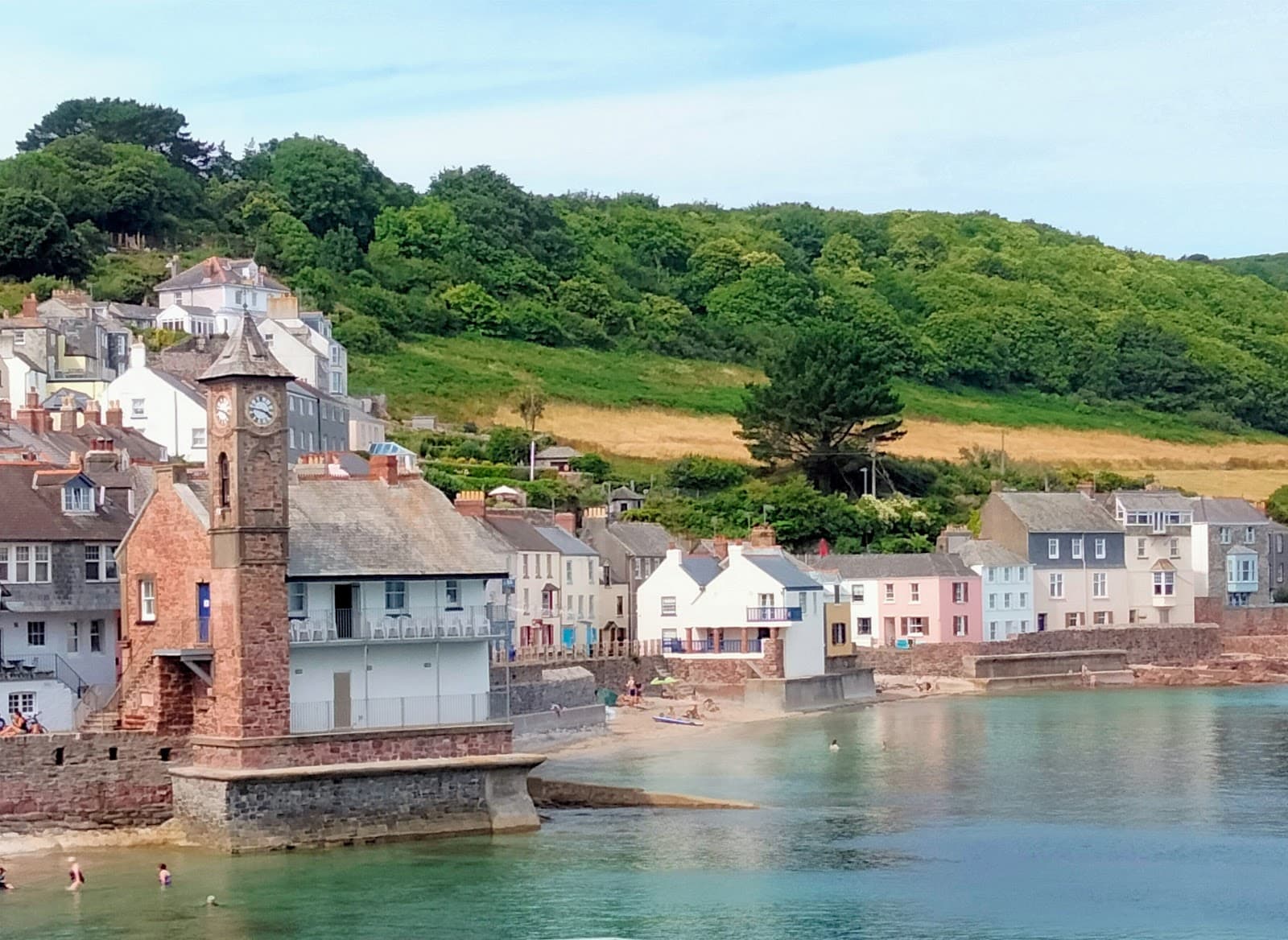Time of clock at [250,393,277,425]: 3:46
